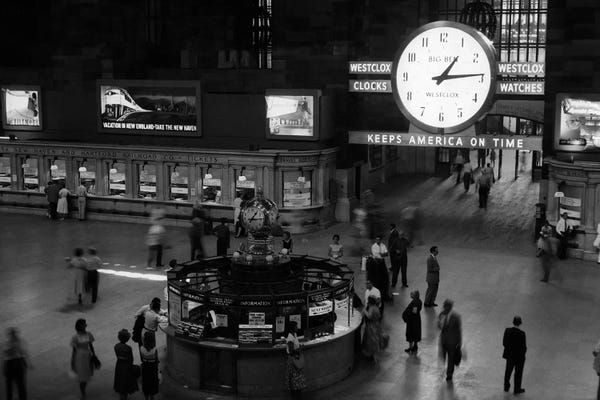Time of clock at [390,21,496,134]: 1:13
